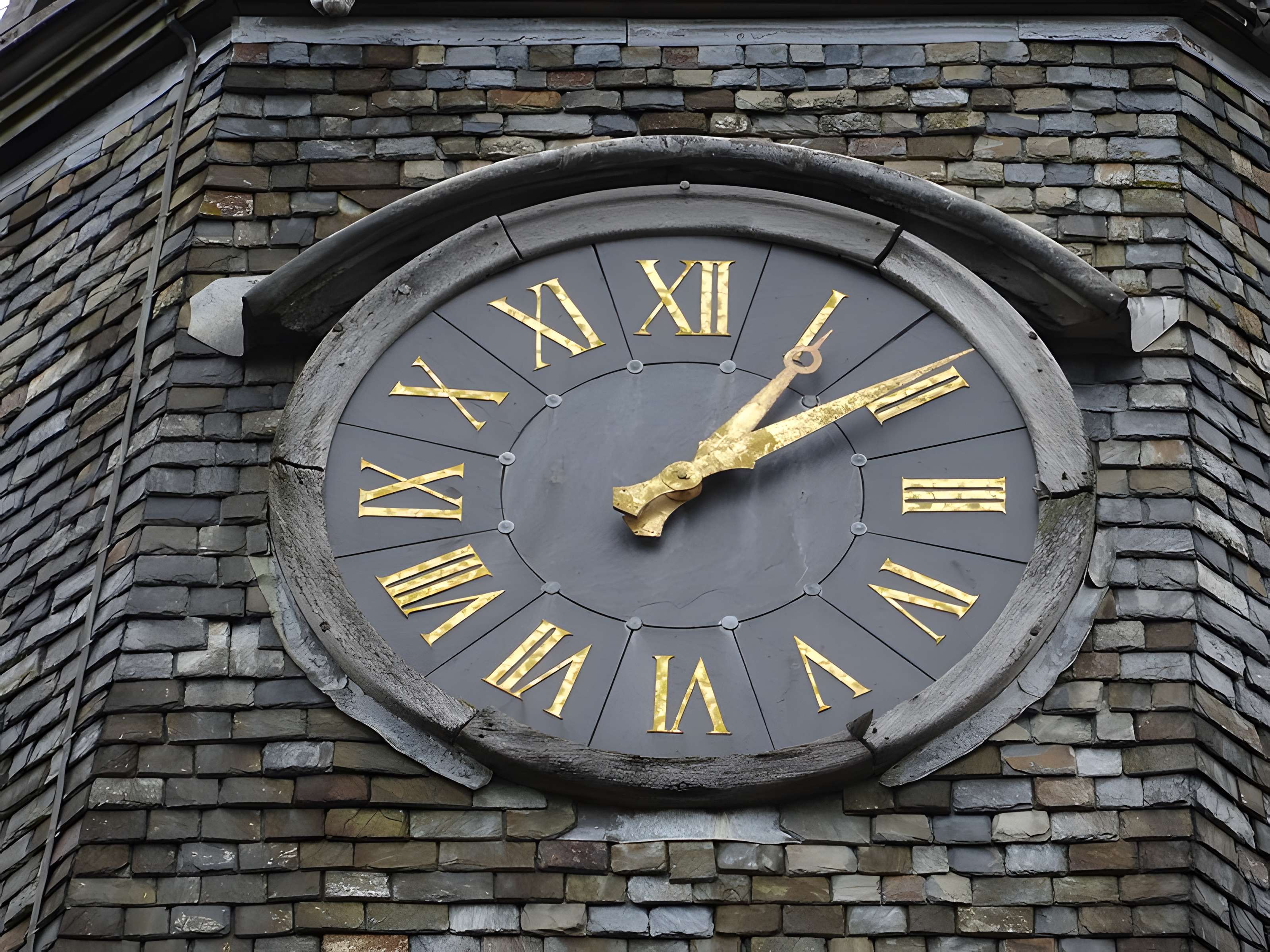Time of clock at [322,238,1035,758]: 1:09
